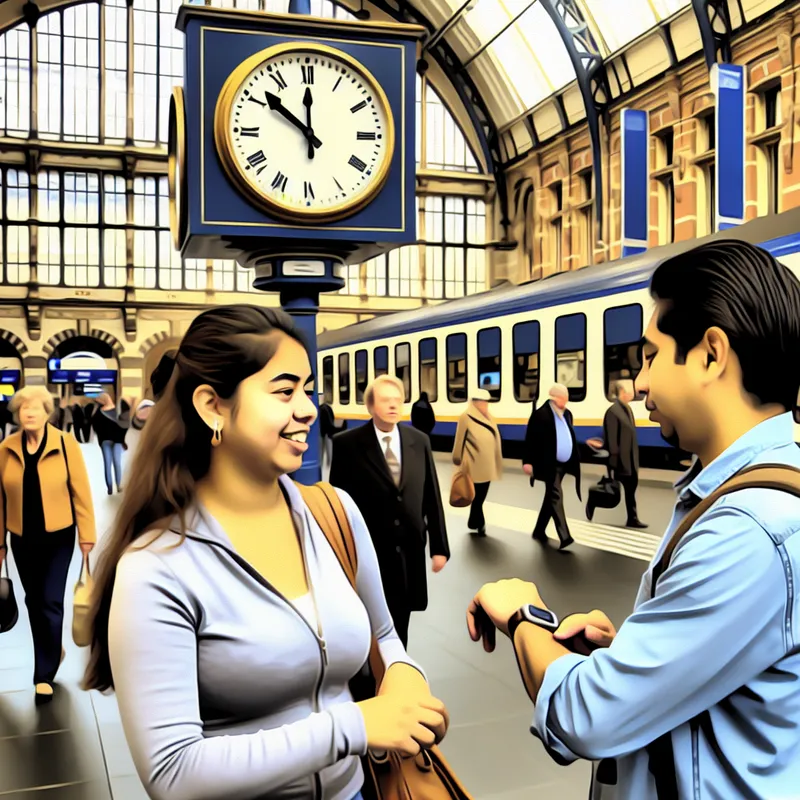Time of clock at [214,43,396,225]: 11:51
